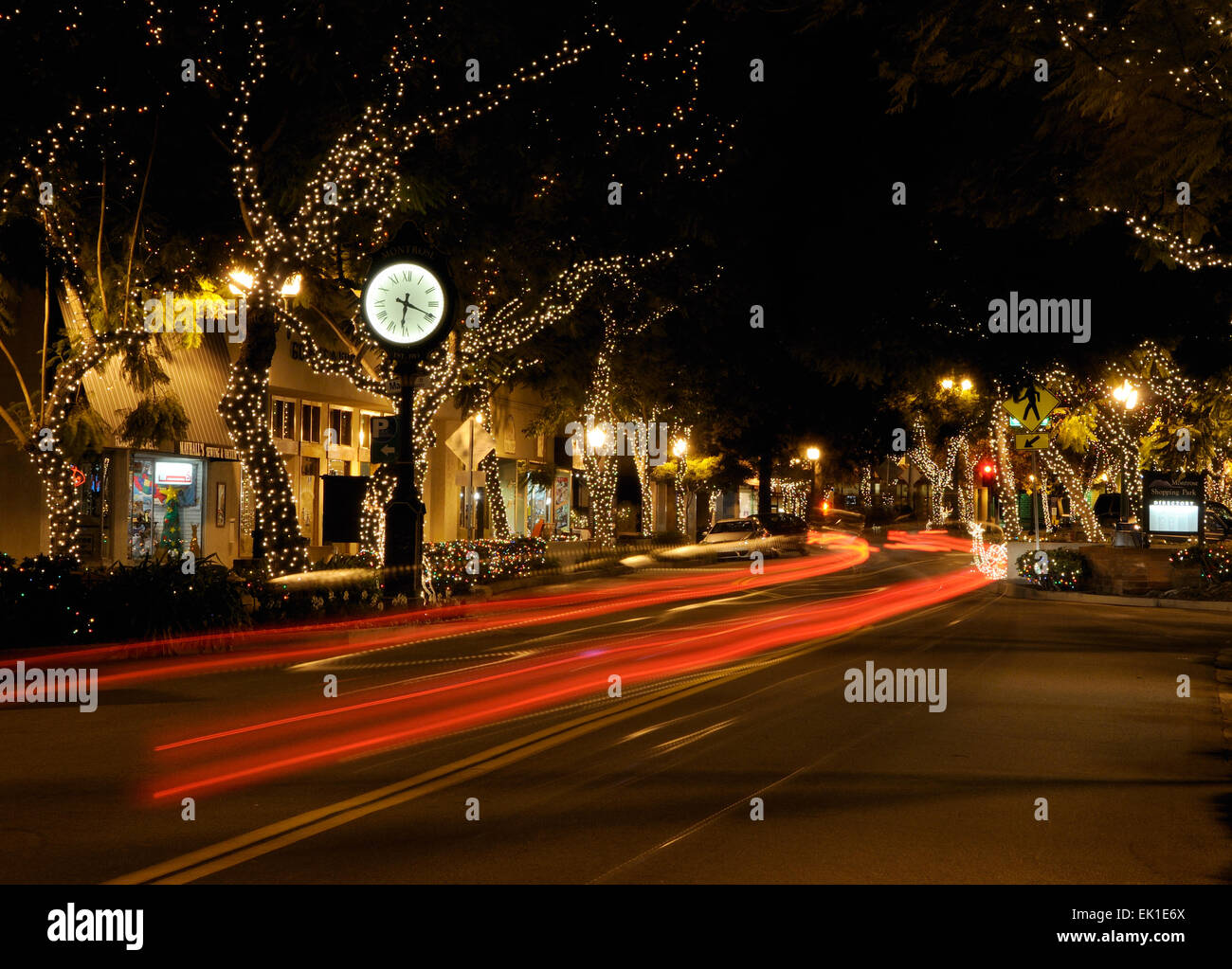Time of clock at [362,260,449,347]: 6:18
